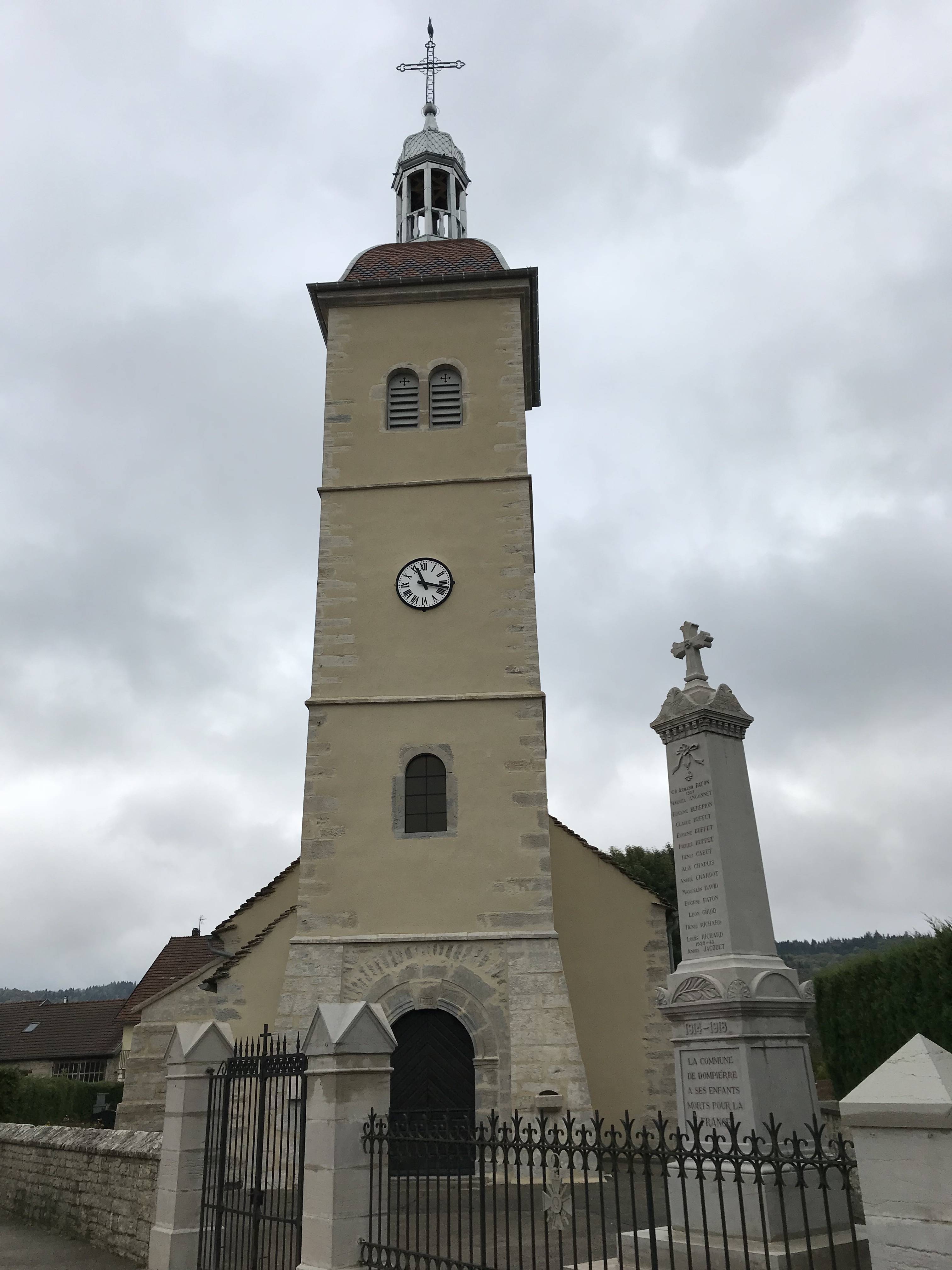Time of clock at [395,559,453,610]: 11:17
